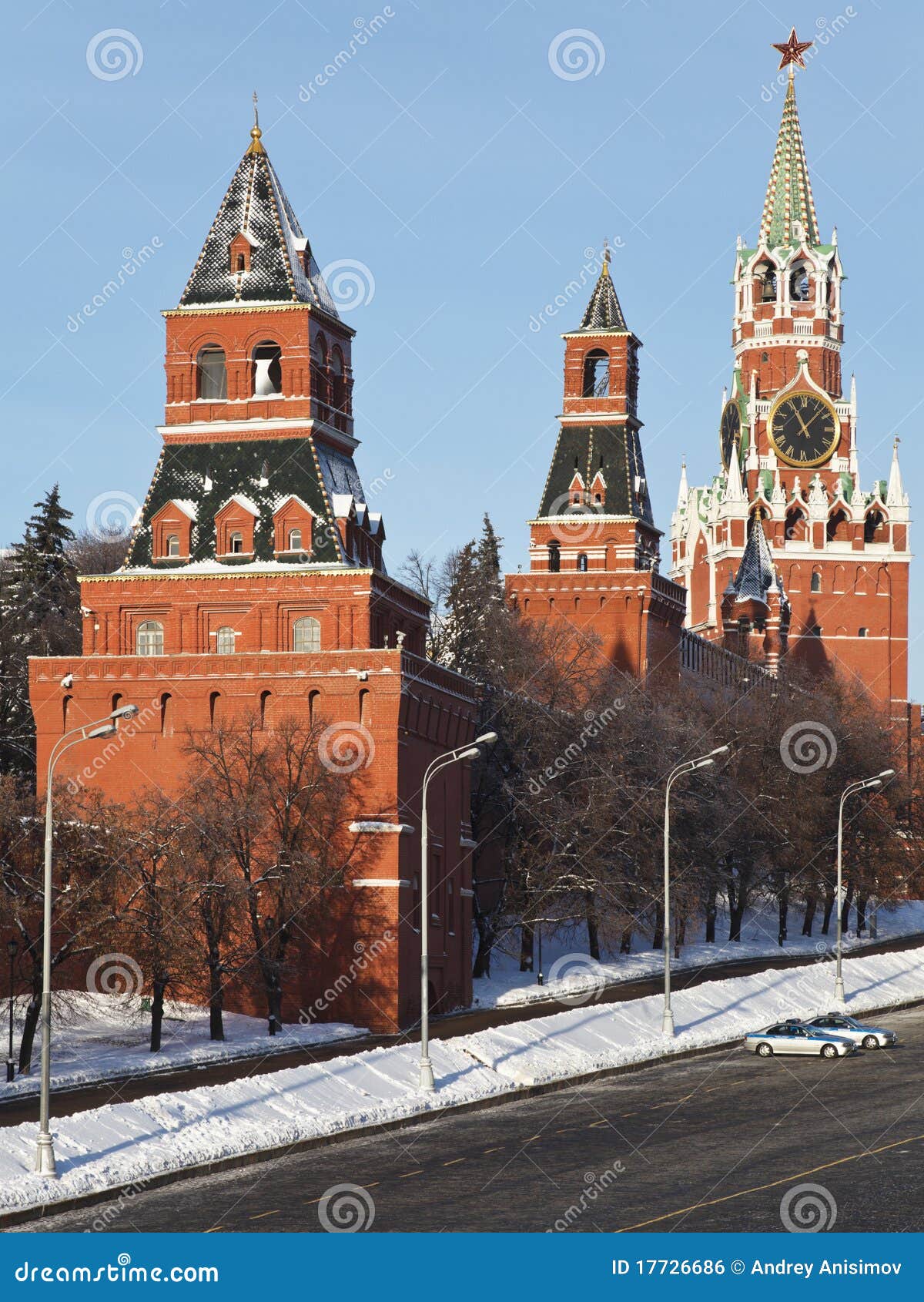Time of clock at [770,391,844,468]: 11:07
